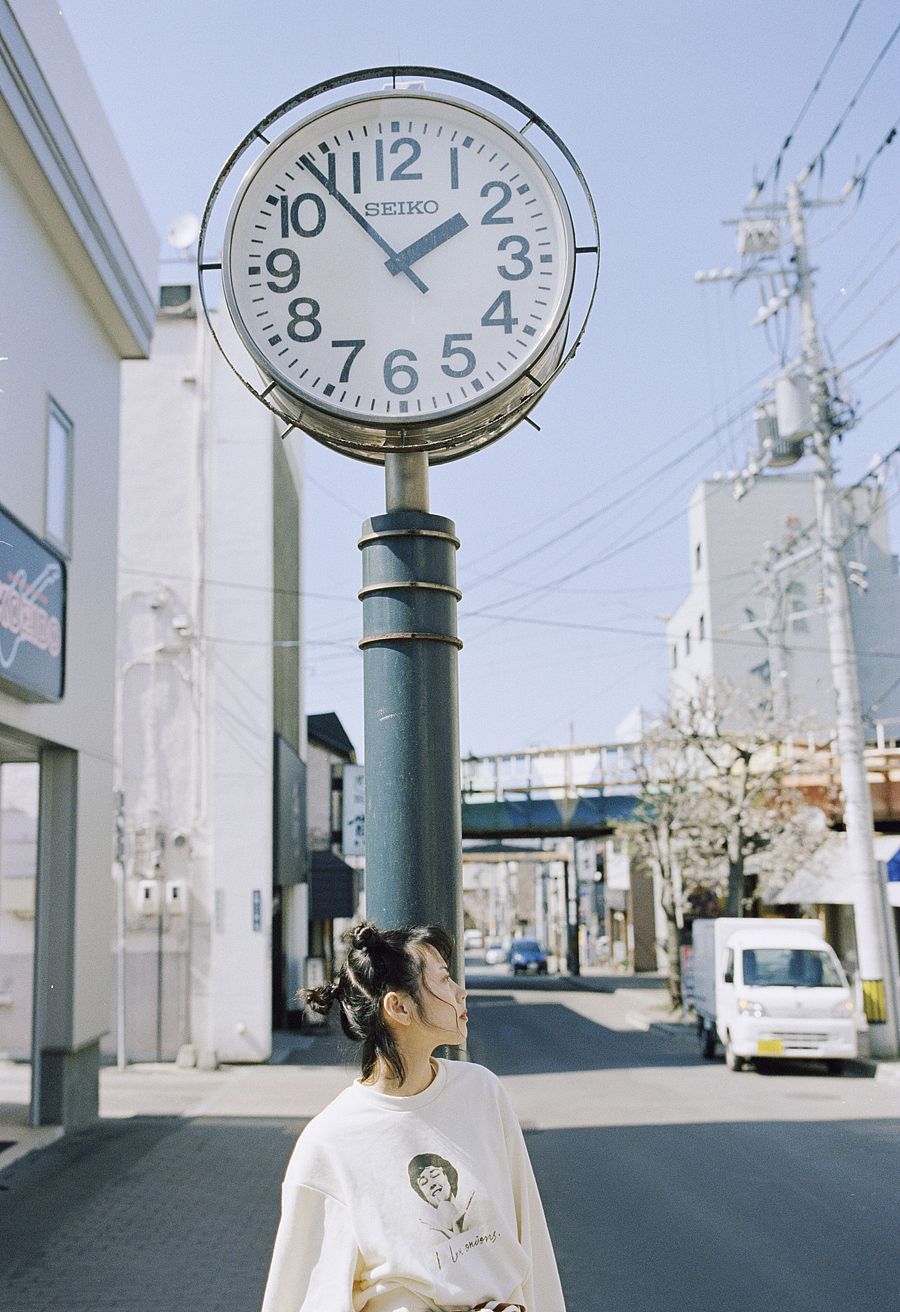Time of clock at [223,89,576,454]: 1:53
